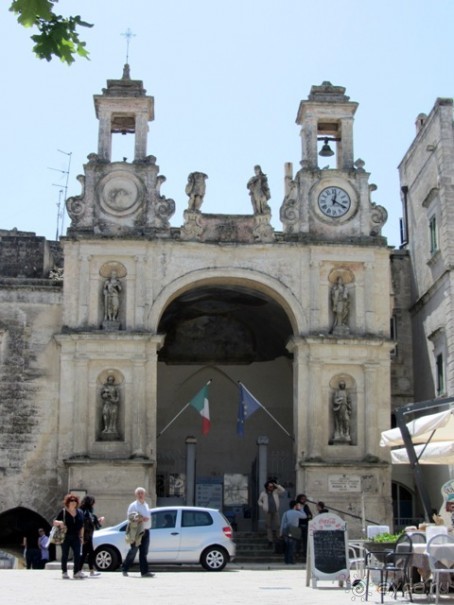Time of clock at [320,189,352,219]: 12:19
